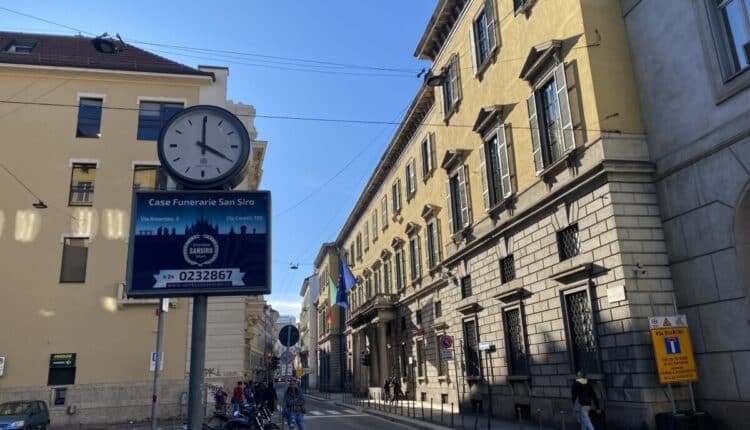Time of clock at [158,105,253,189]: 4:00
